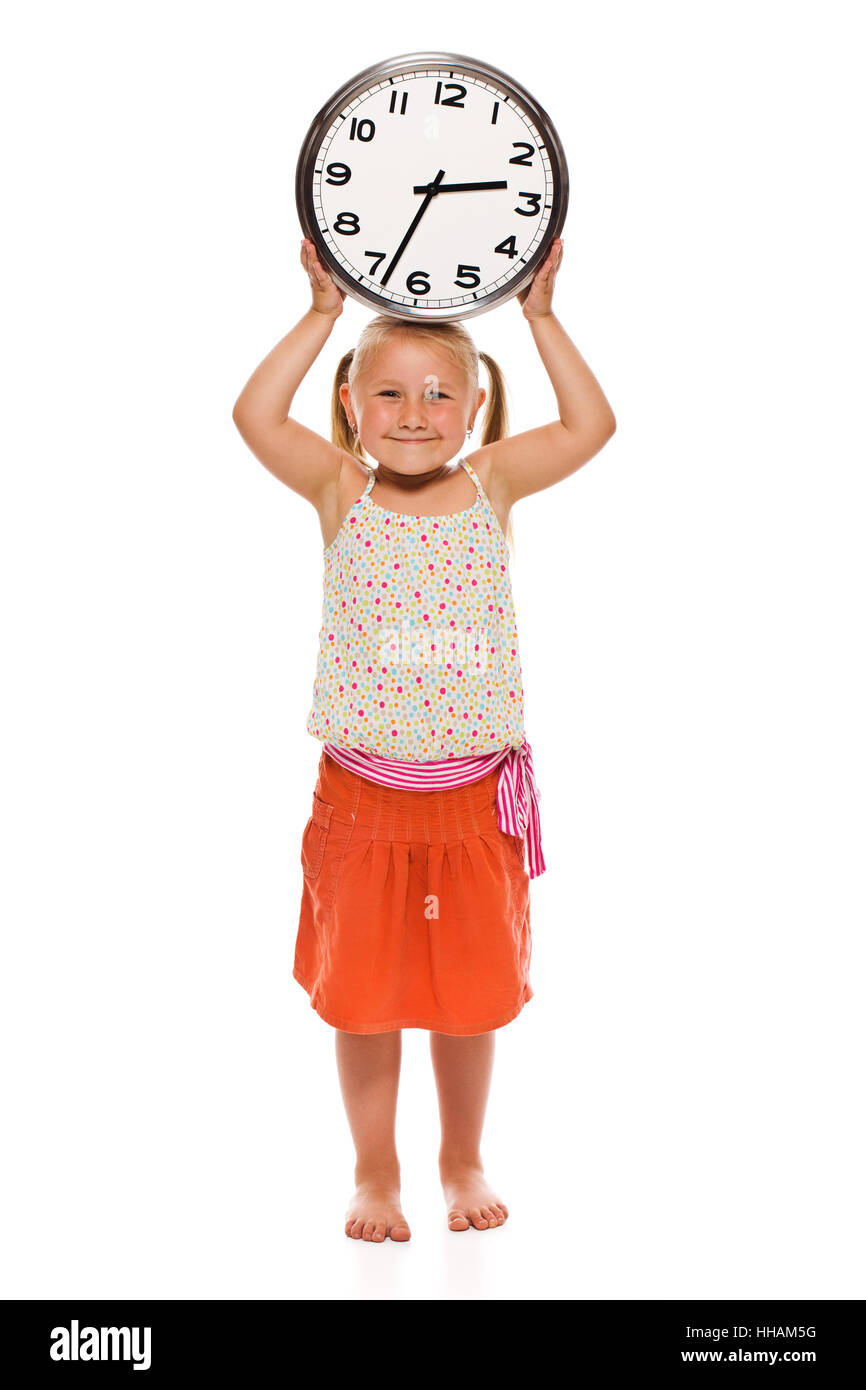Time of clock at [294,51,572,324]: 2:33
